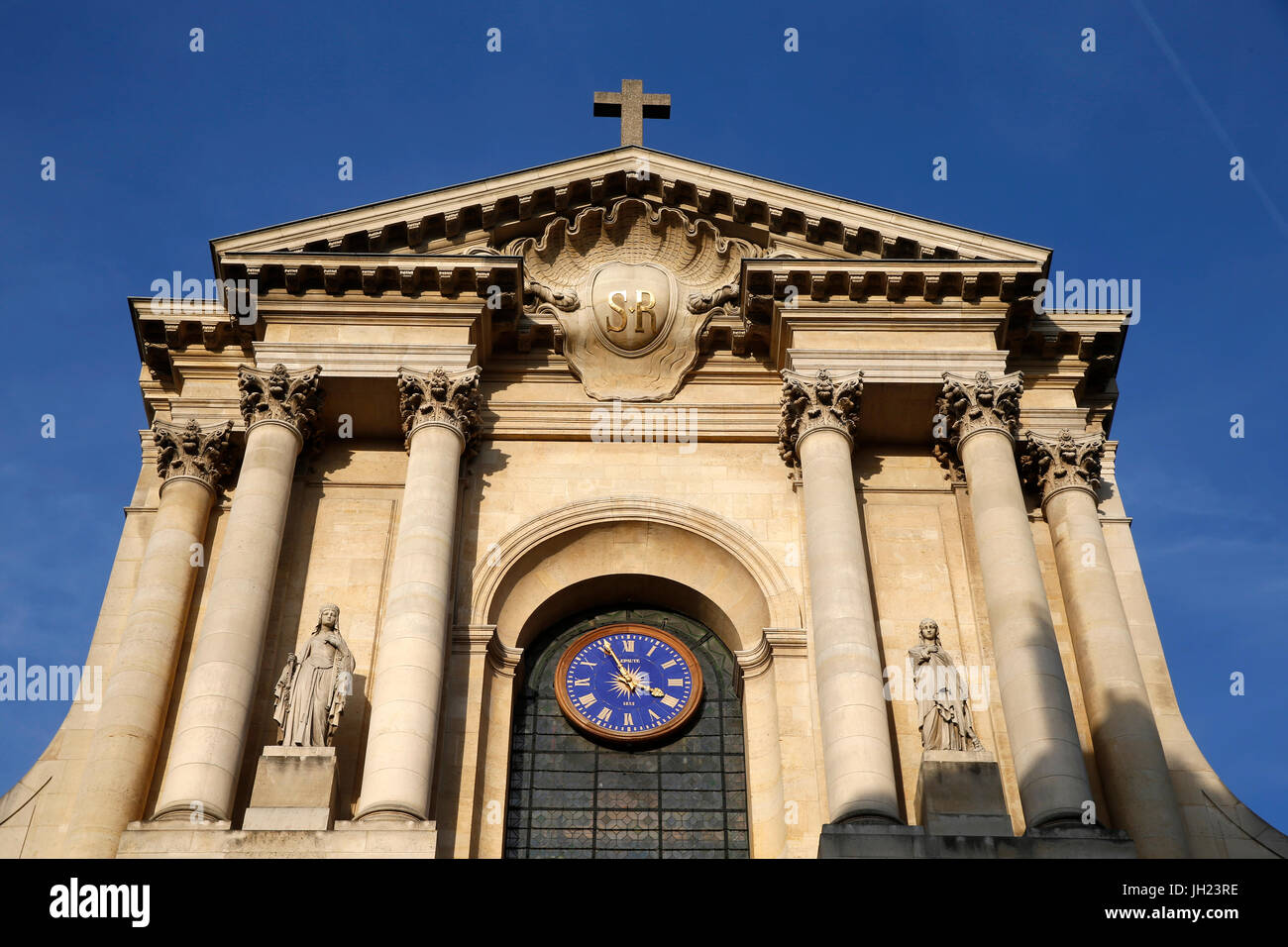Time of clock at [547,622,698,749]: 3:55
